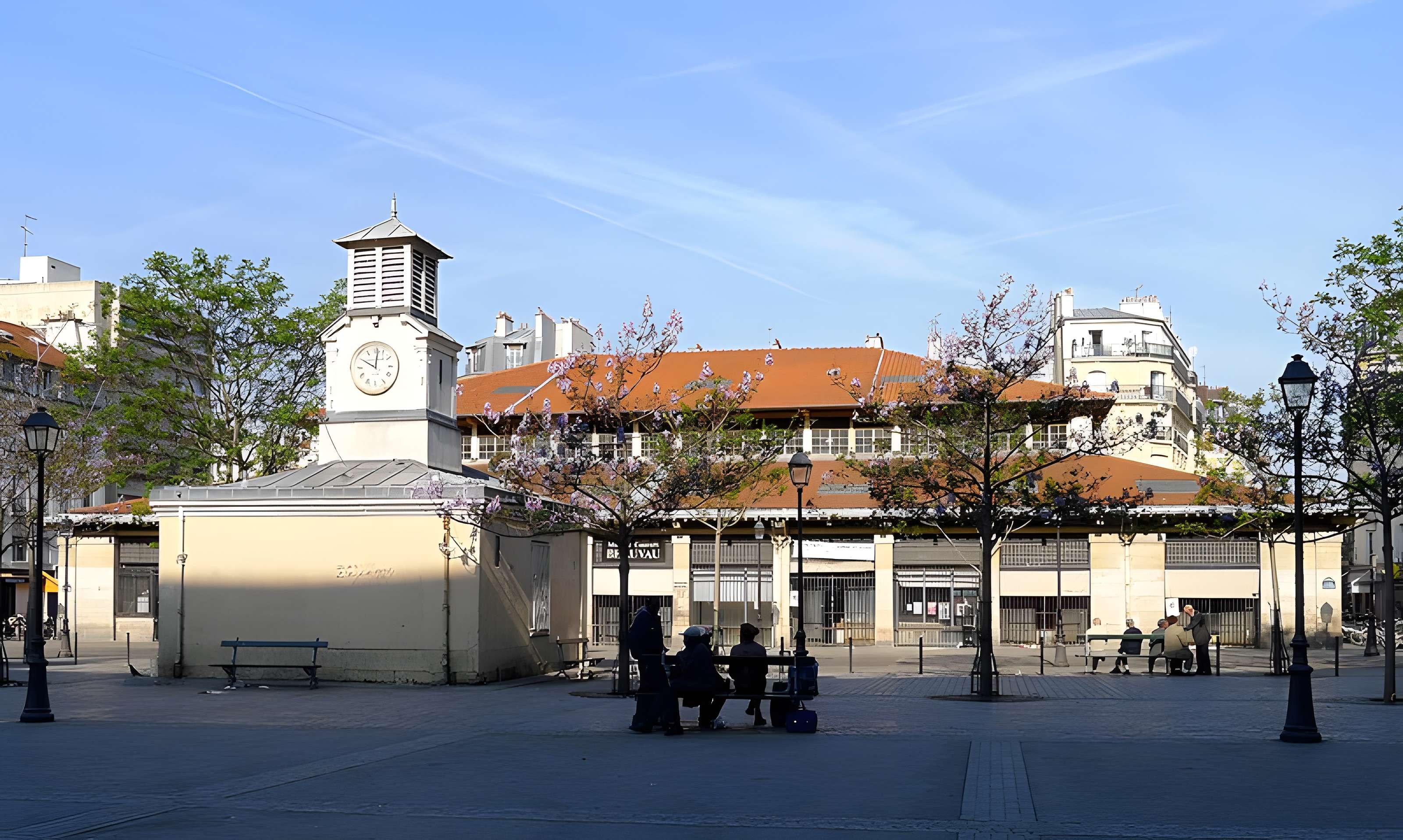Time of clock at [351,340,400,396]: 10:01
